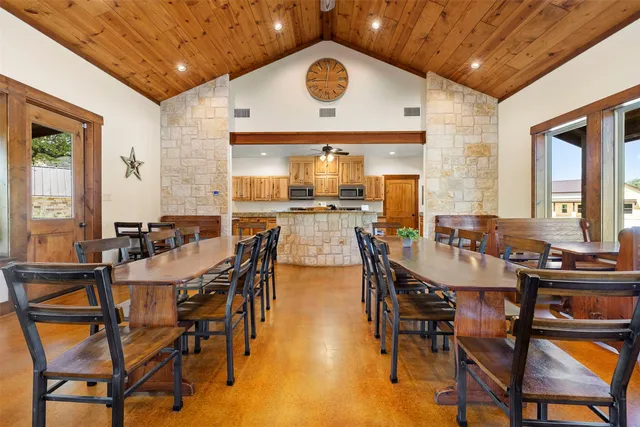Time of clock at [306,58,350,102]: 9:01
